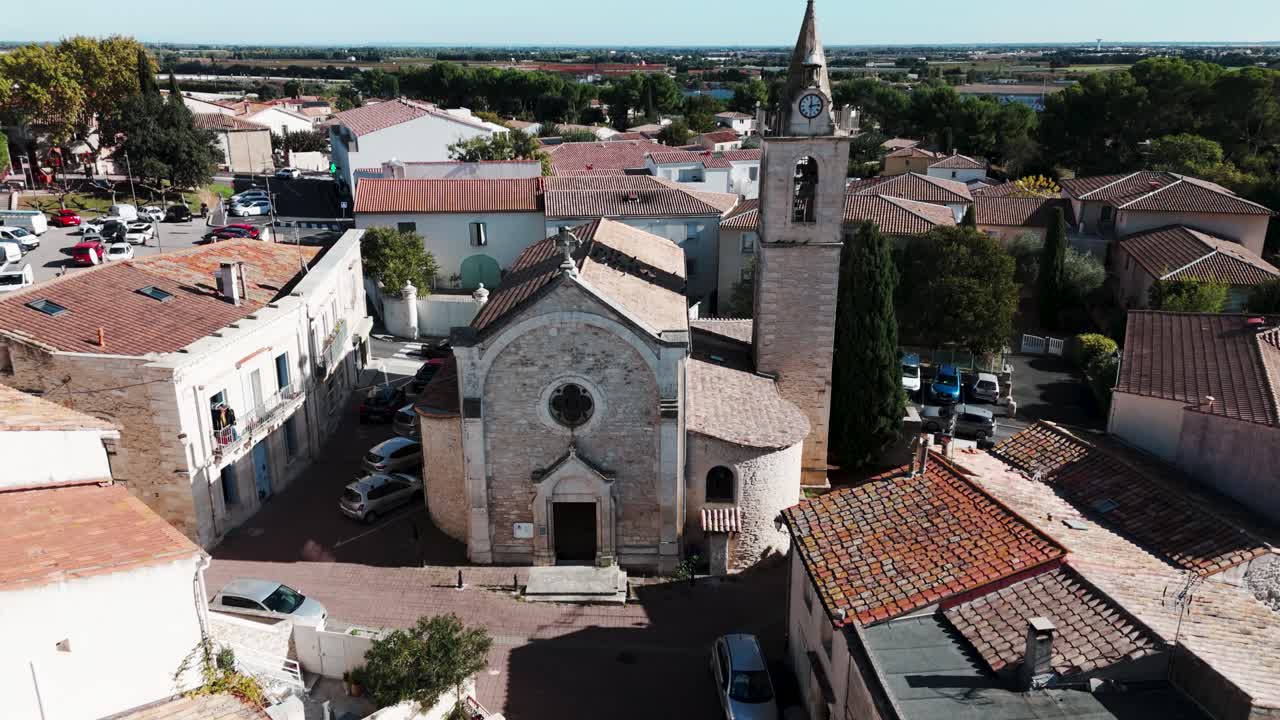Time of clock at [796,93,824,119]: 12:13
